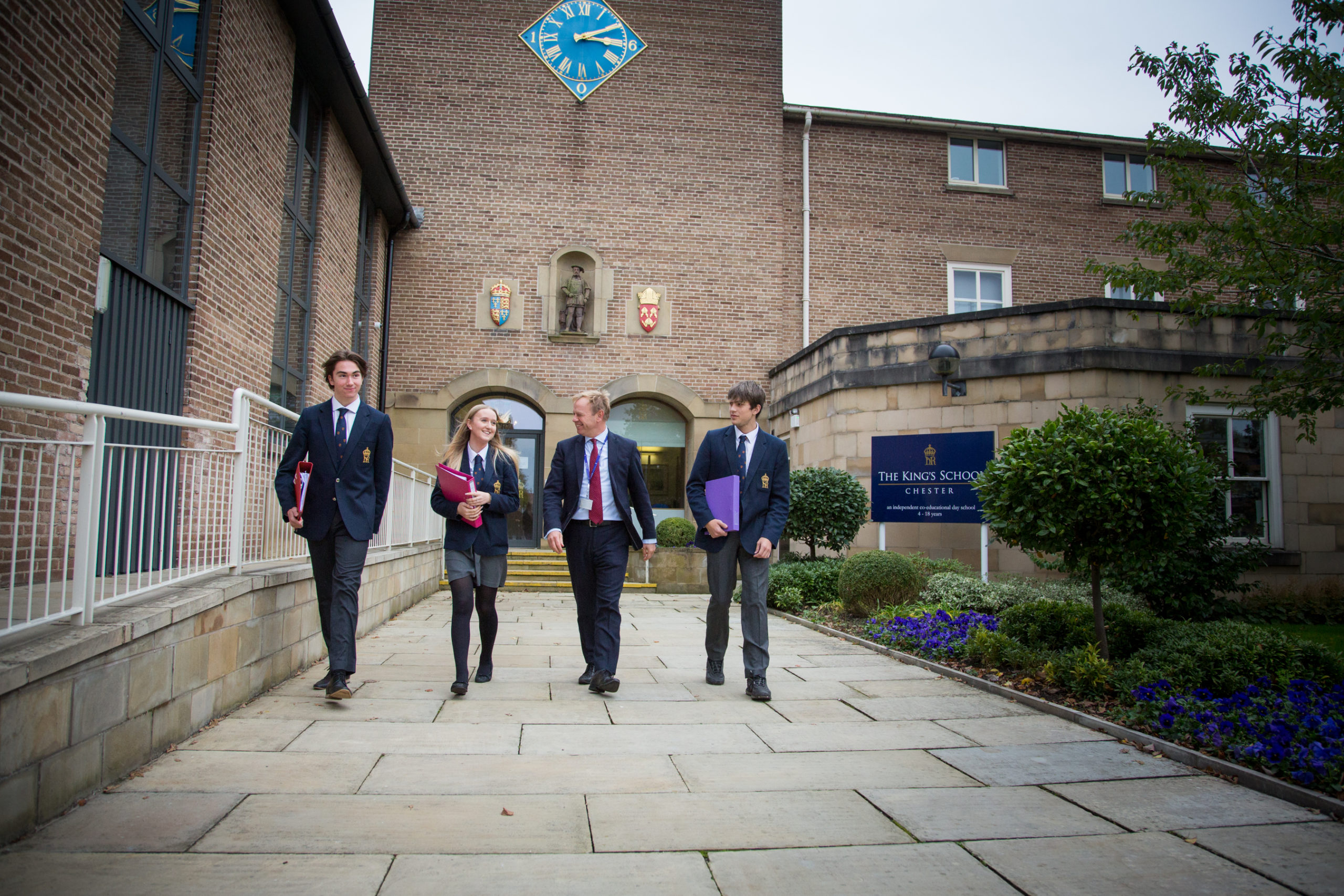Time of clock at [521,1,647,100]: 3:09
